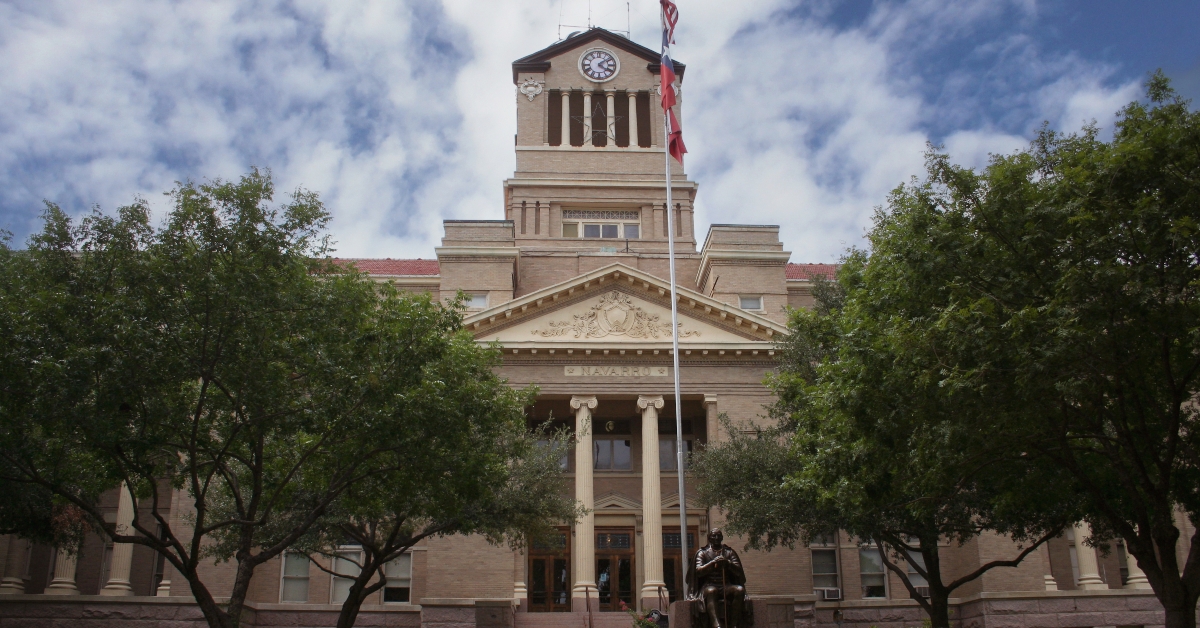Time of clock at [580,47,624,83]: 4:08
